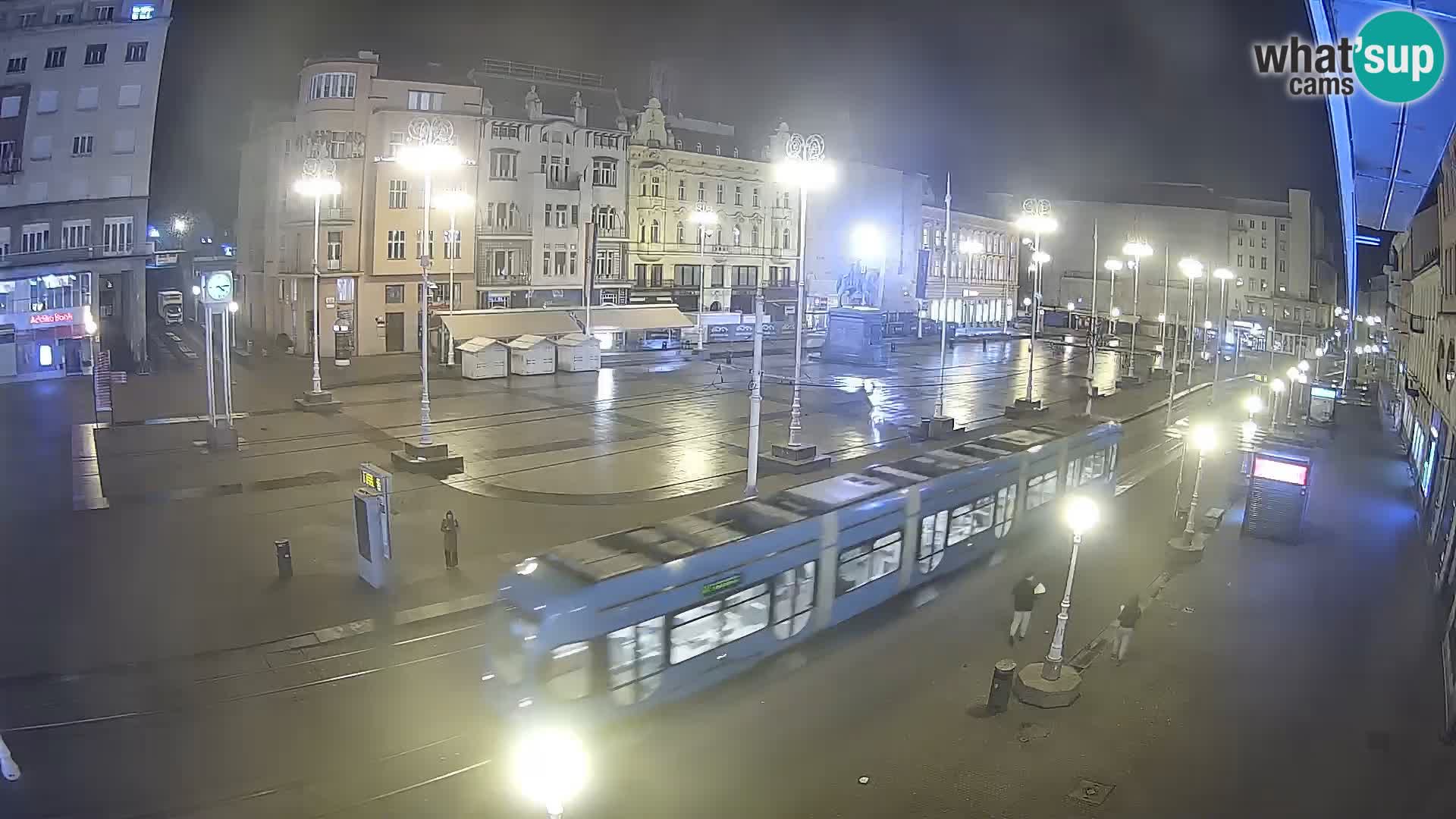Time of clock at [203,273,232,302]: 4:13
